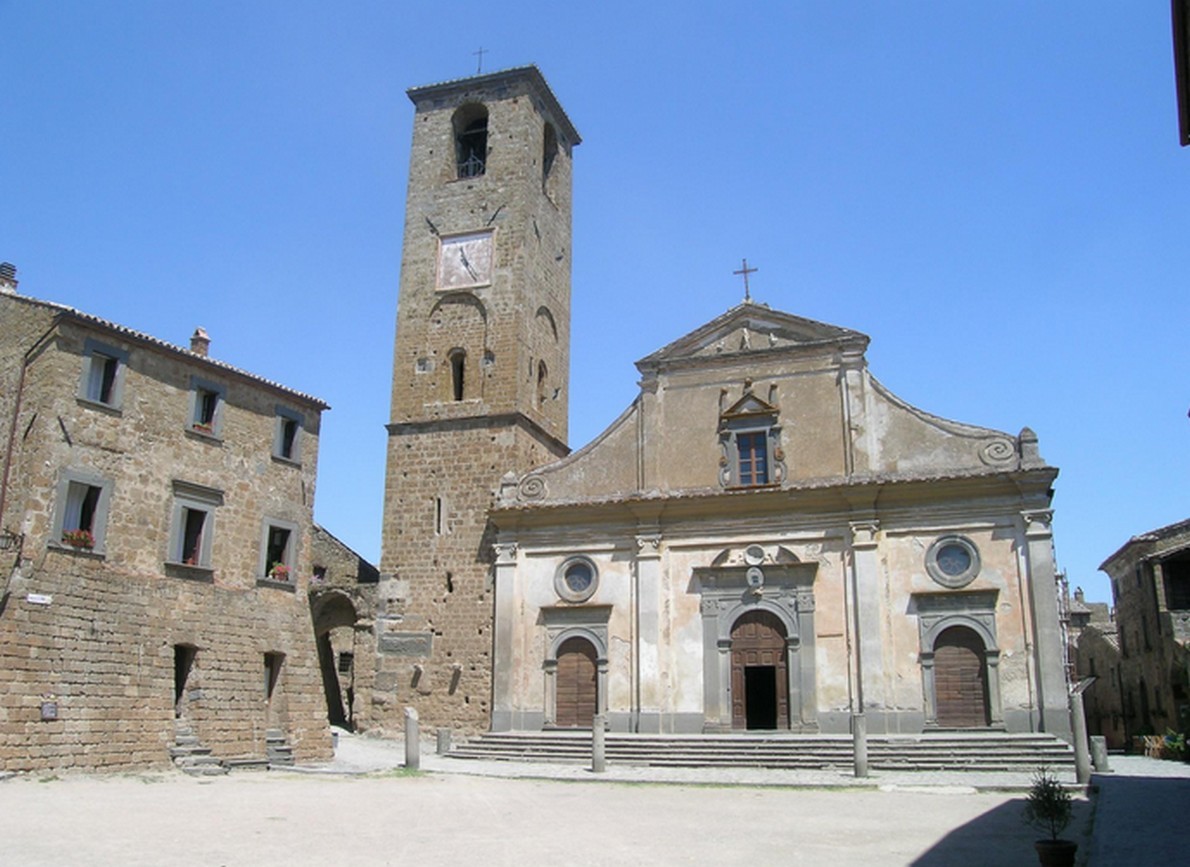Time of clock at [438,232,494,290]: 11:25
